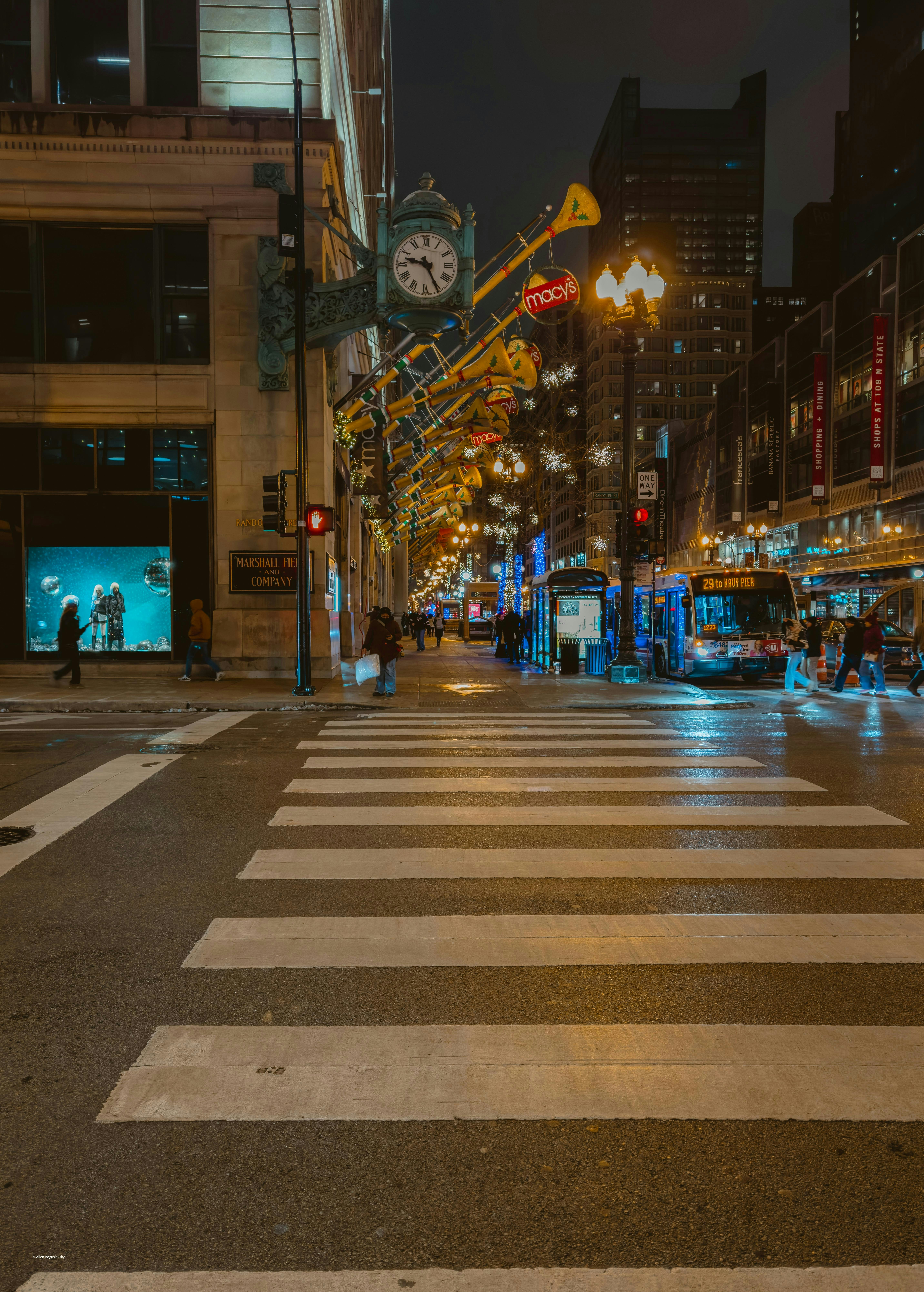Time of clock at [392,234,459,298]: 9:25
